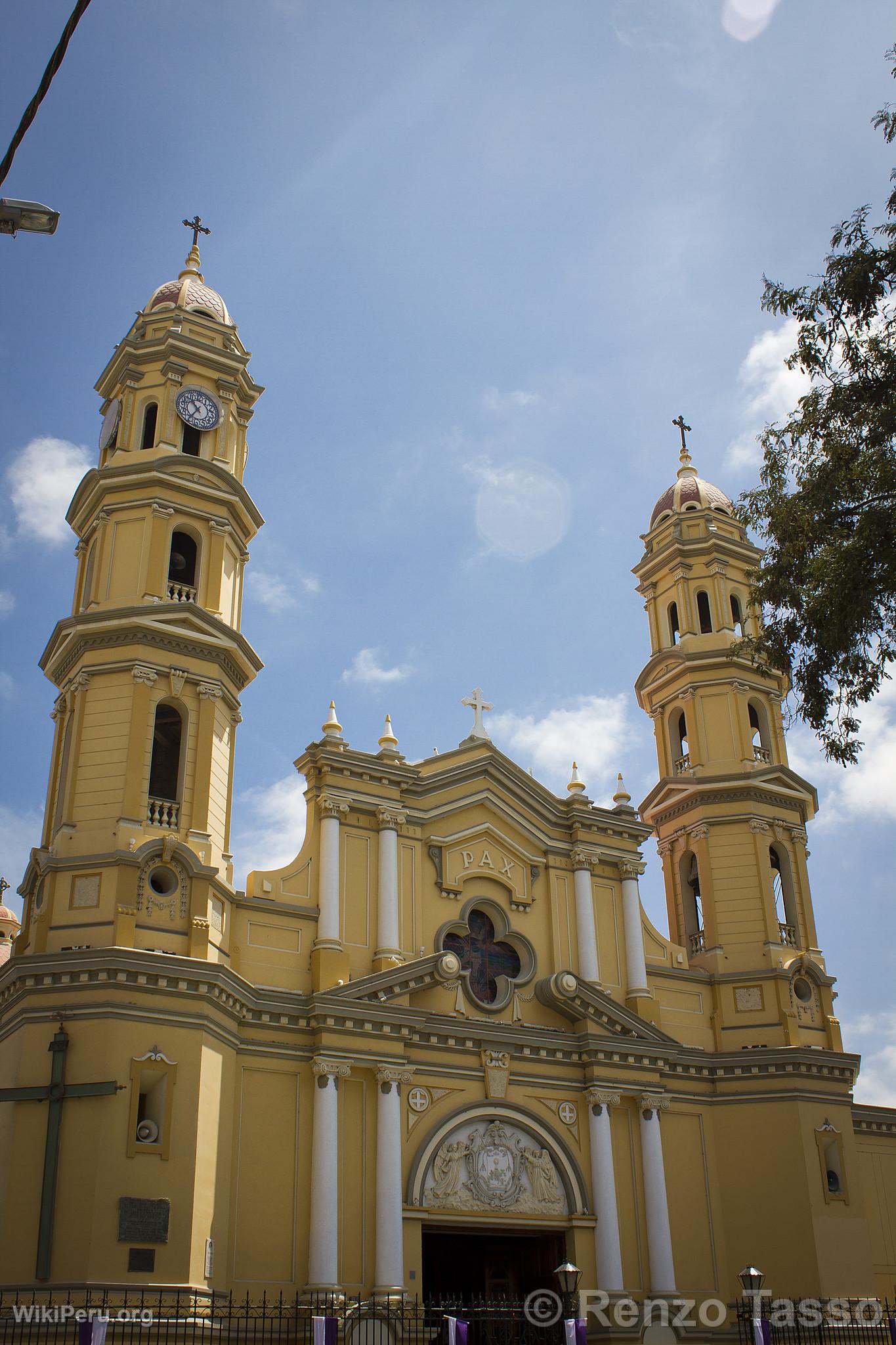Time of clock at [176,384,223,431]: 10:36
